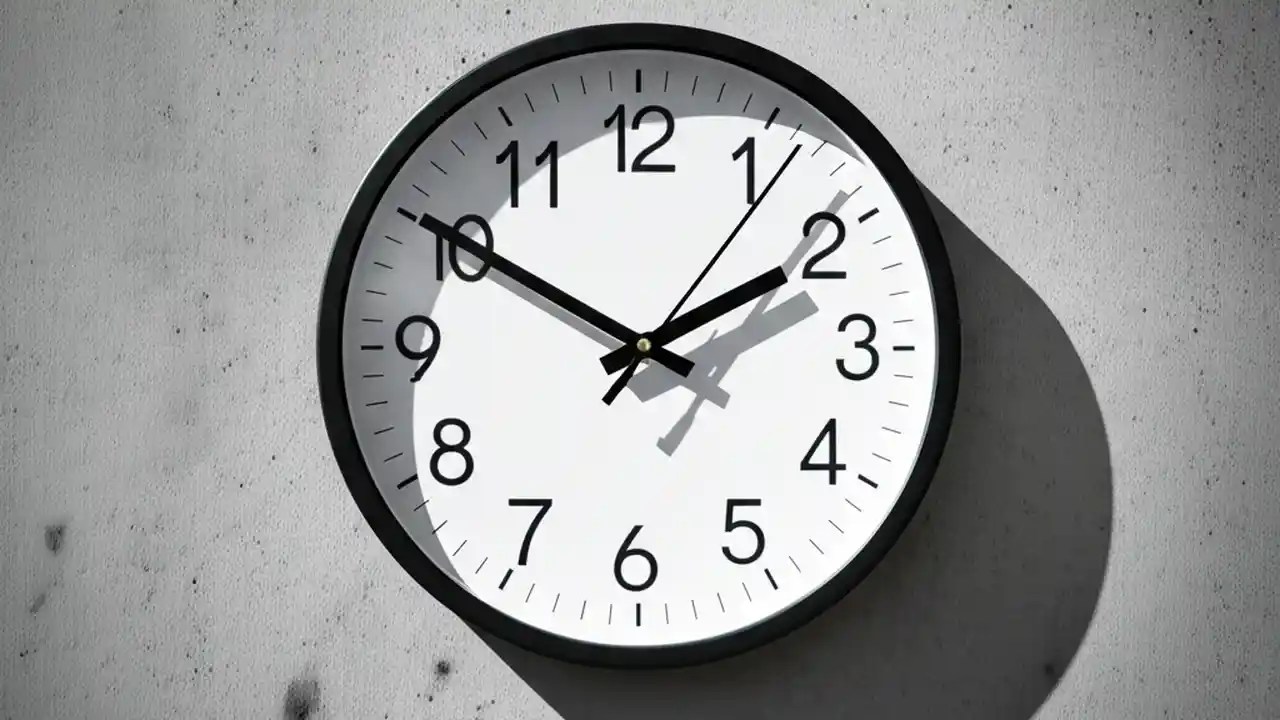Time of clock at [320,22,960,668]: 1:50
